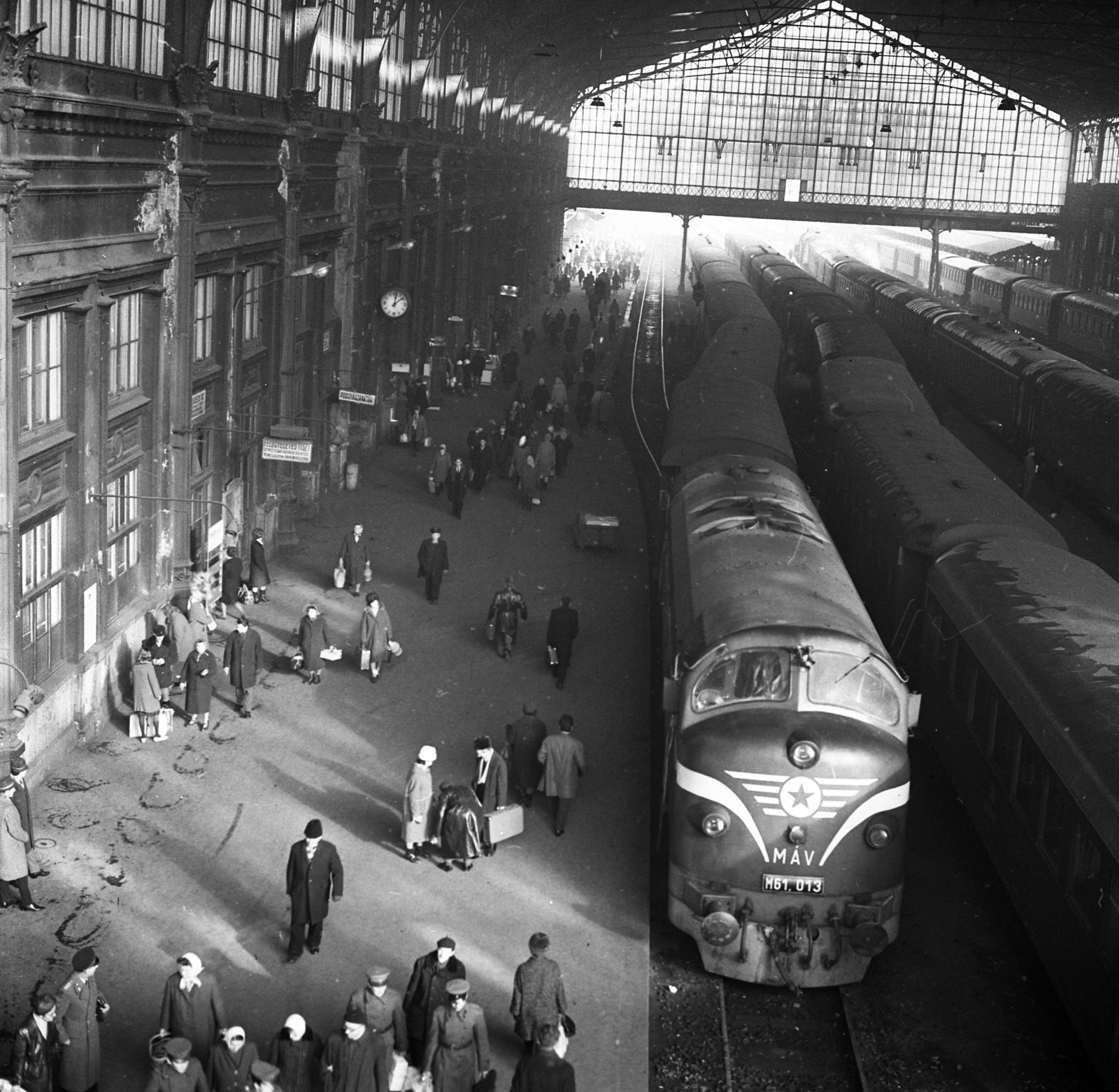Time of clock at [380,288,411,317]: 12:08
